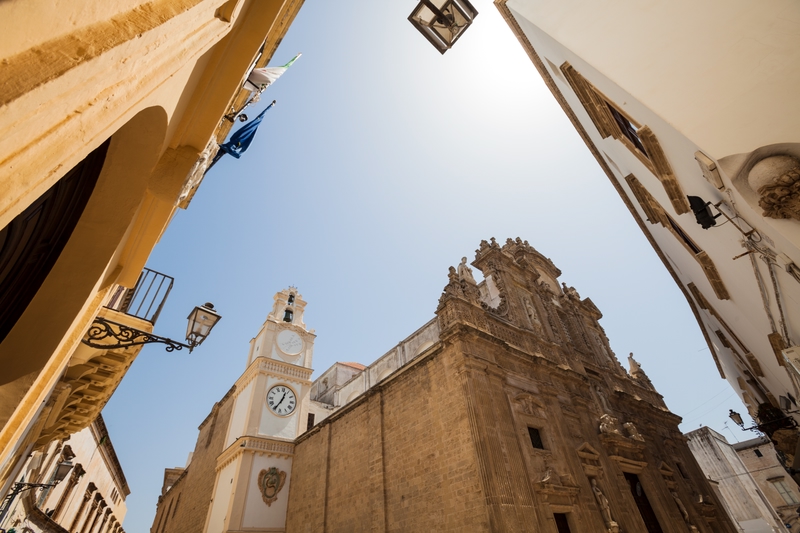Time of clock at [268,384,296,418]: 12:34
